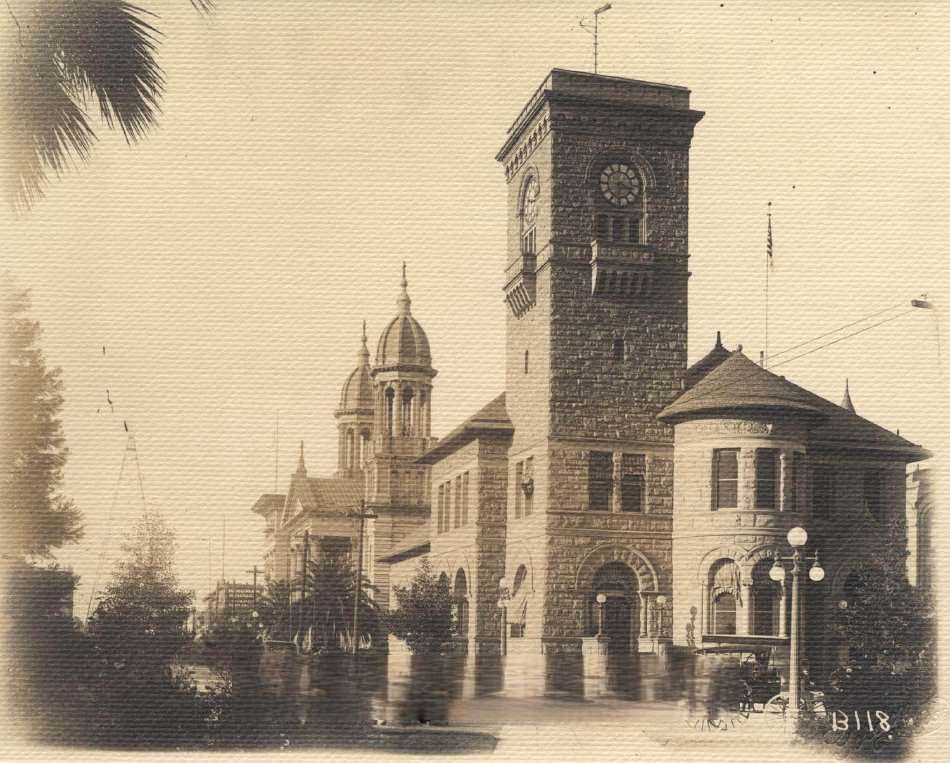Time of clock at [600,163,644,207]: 3:32
